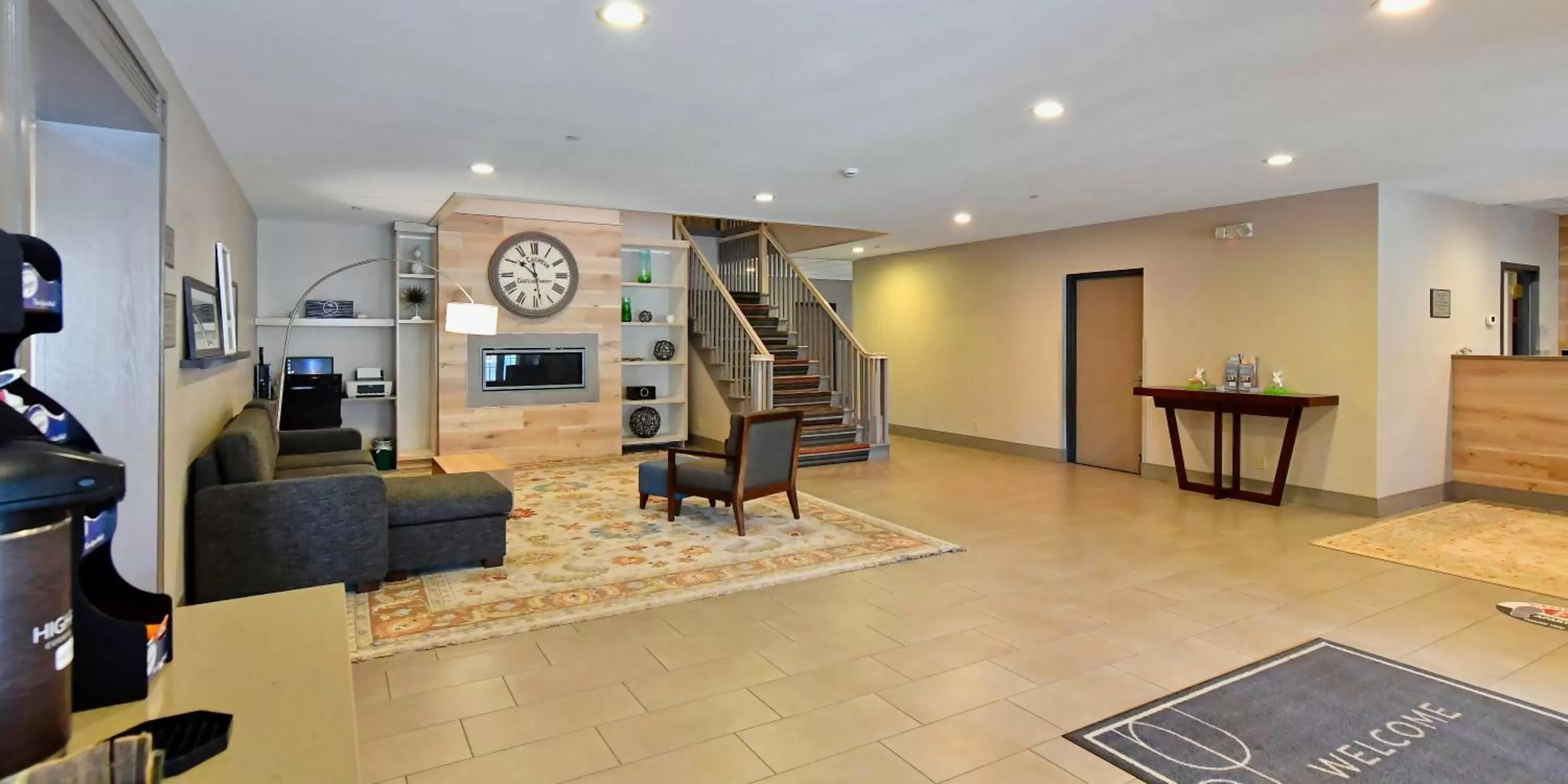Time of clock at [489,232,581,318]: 10:28
